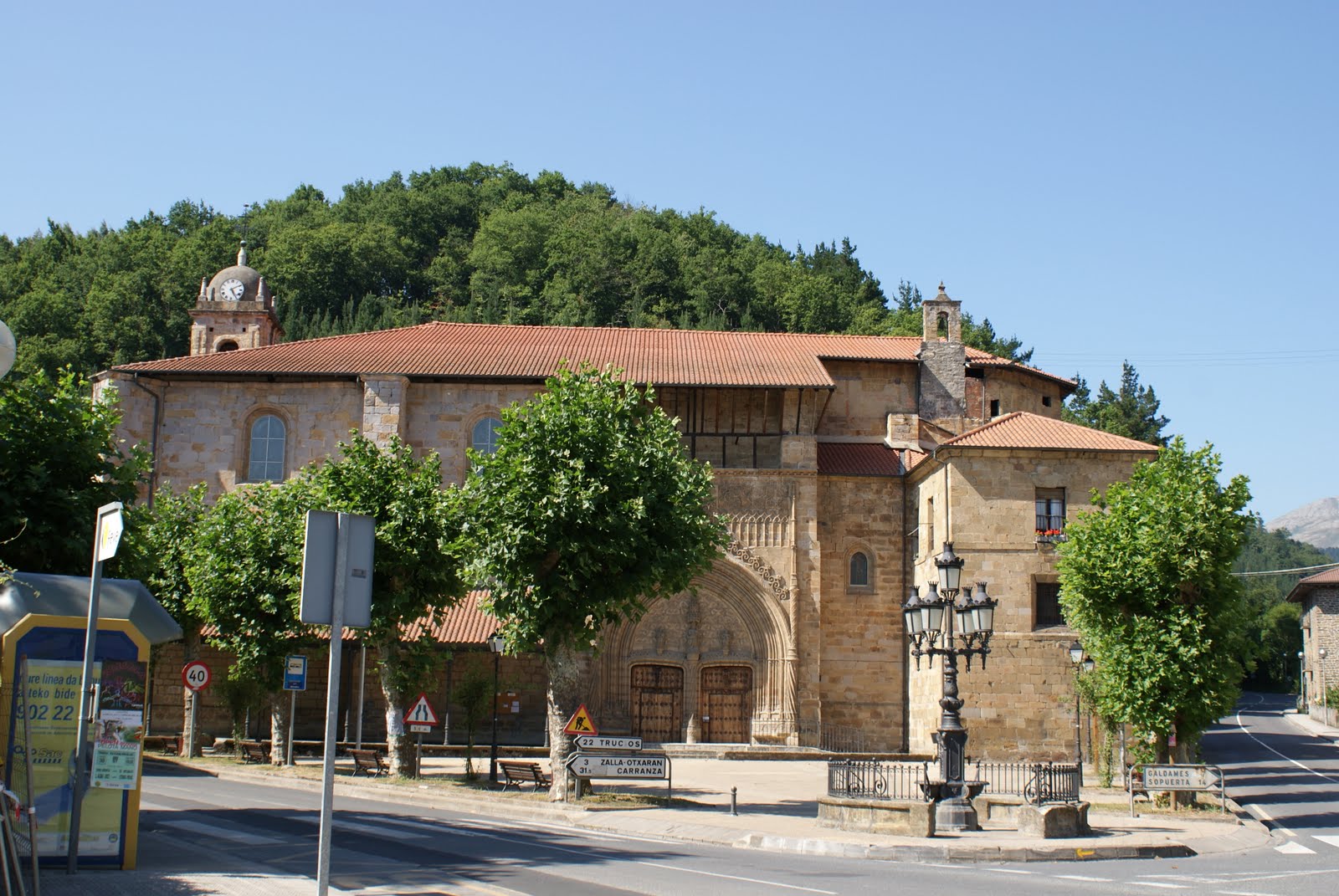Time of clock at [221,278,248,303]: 5:09
